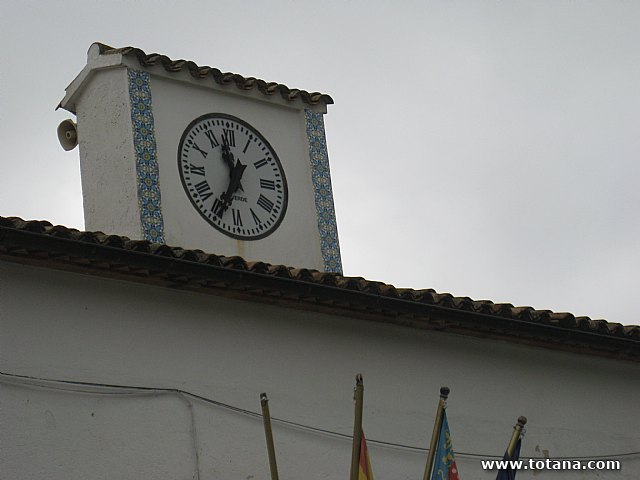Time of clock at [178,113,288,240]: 11:34
